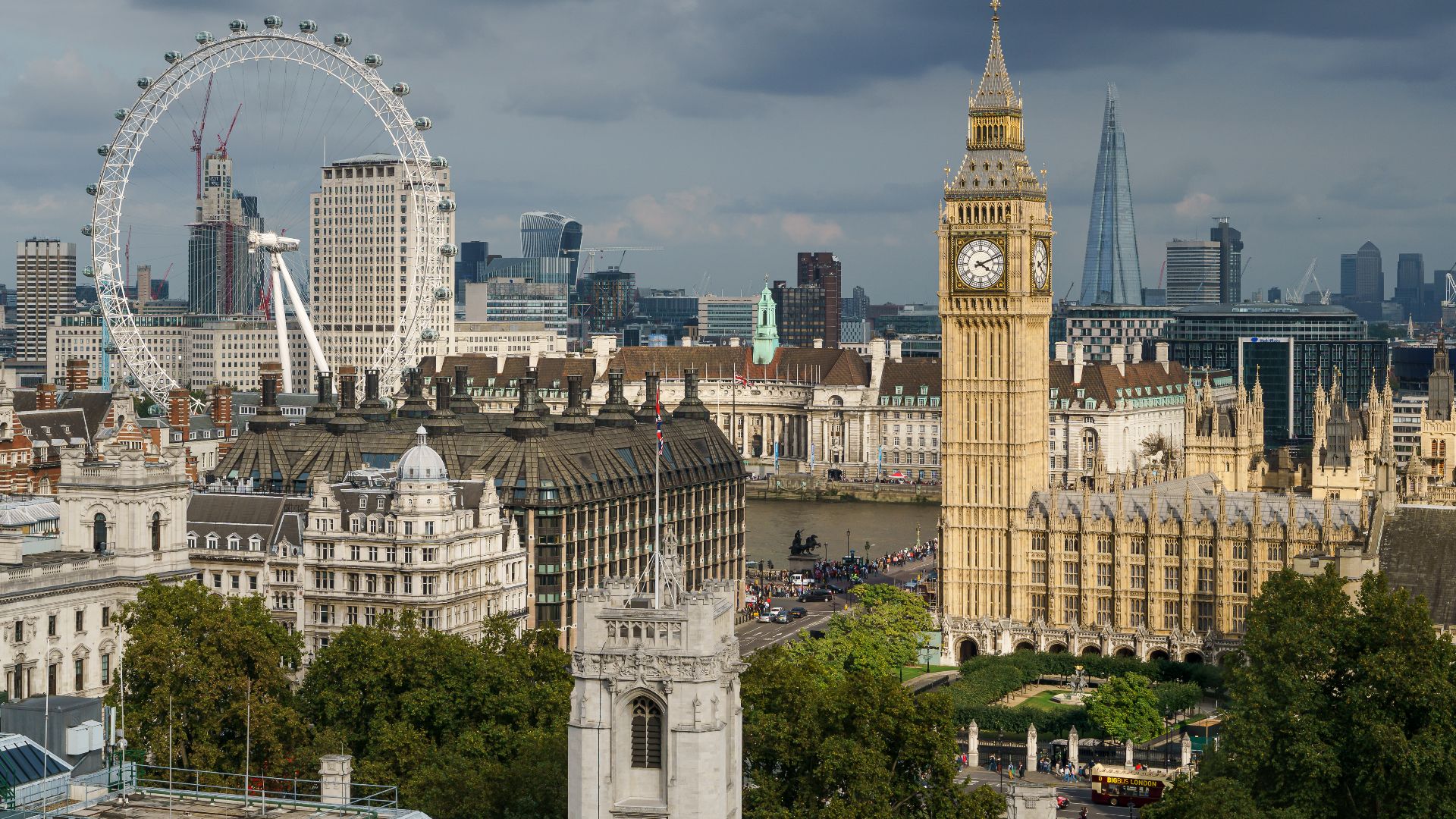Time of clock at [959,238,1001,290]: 4:11
